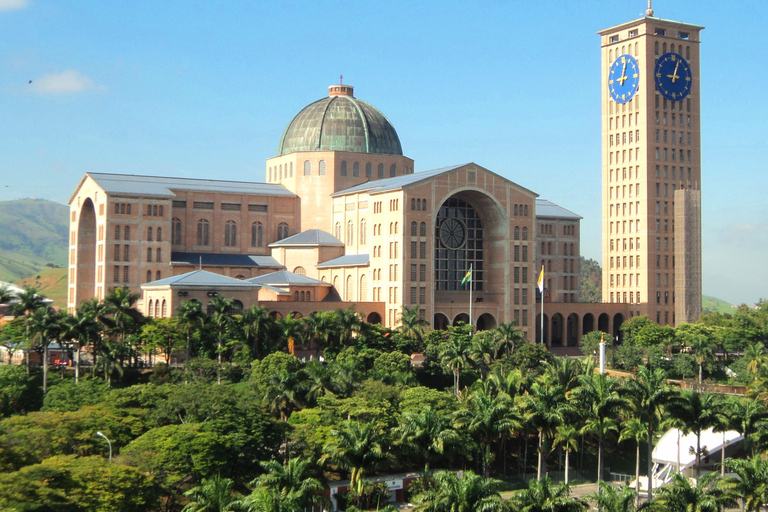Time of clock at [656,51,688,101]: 9:03
